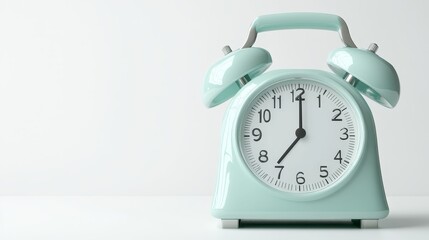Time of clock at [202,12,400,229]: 7:00
